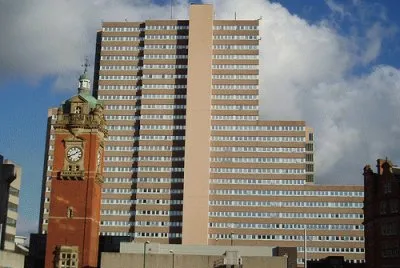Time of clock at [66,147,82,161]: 1:41
